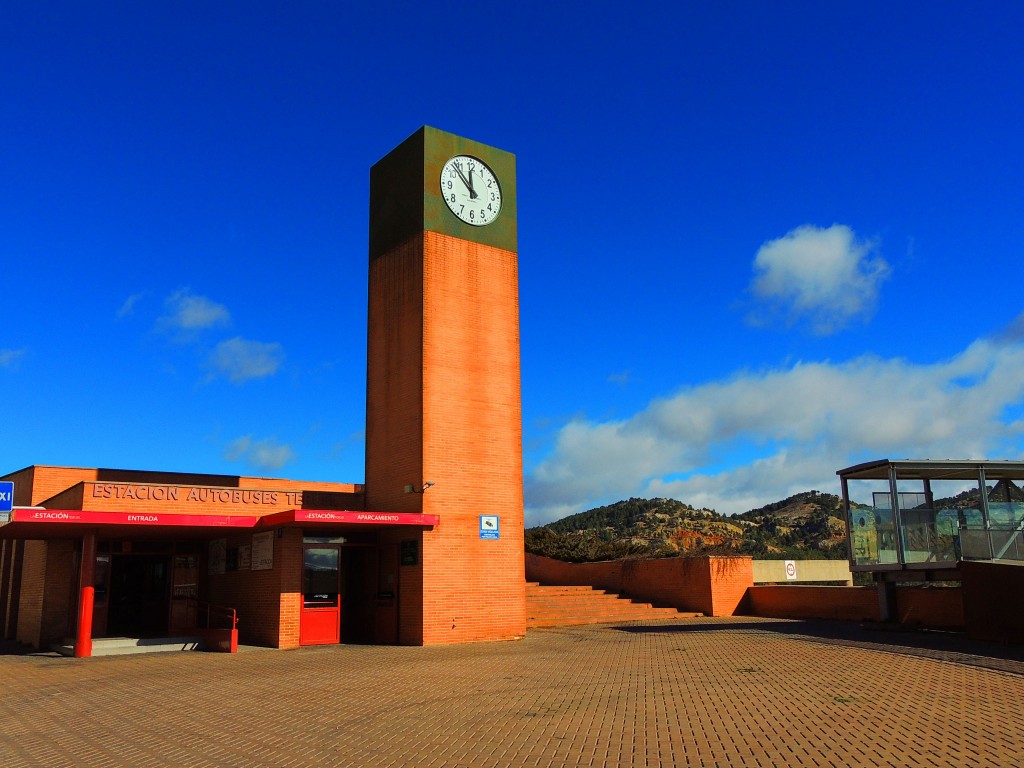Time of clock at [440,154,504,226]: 11:52
